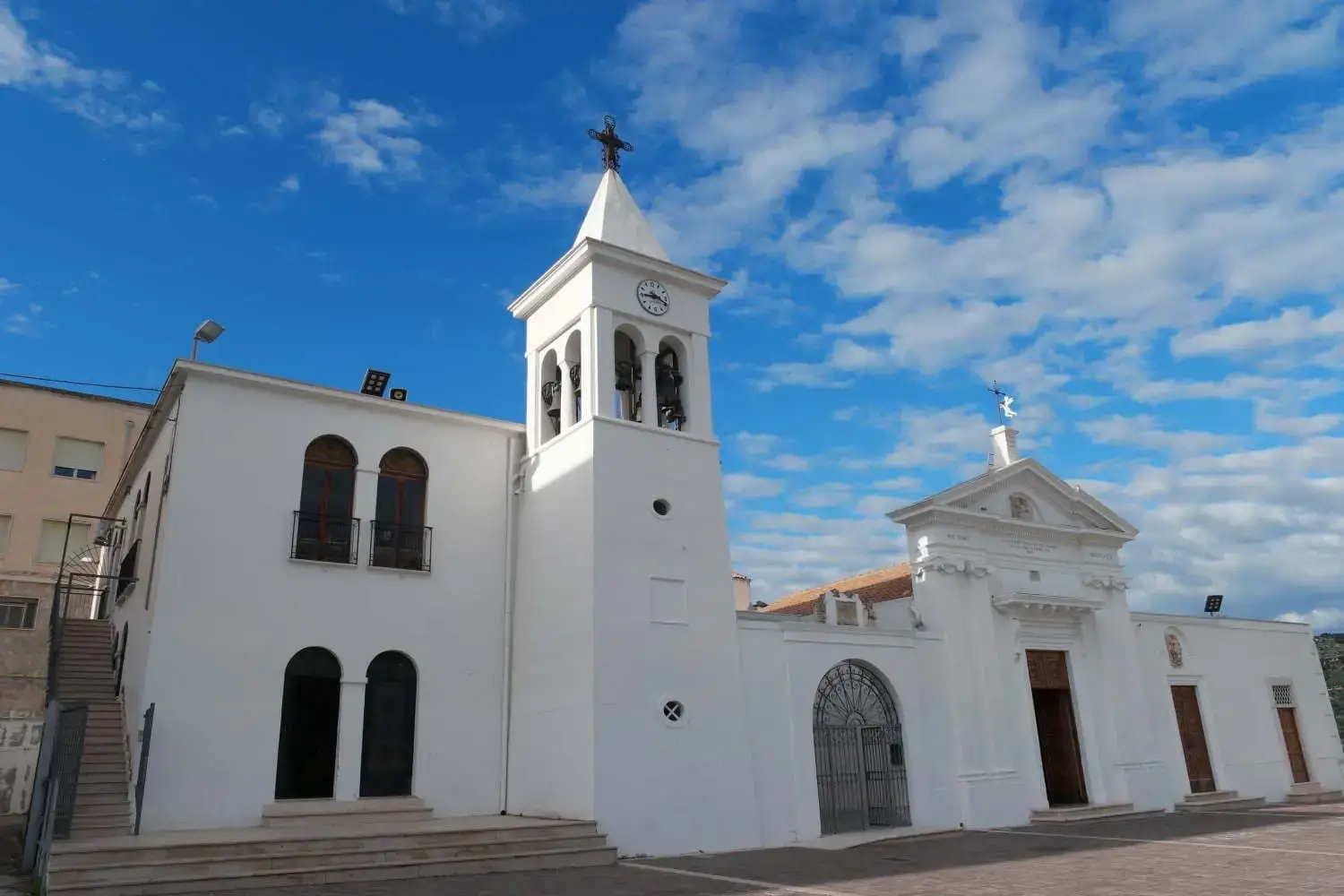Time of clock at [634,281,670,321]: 3:45
